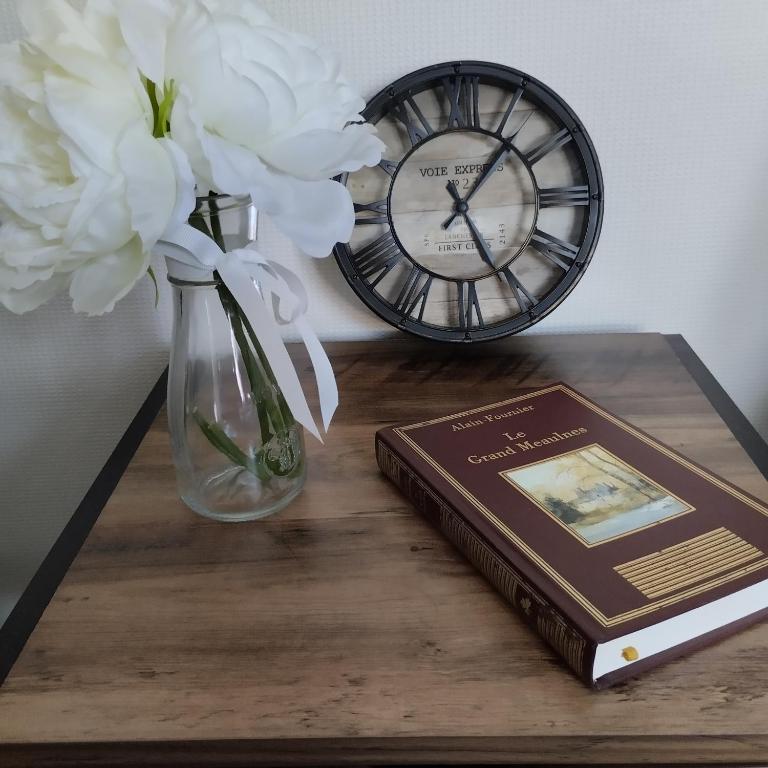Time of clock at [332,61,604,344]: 5:06
